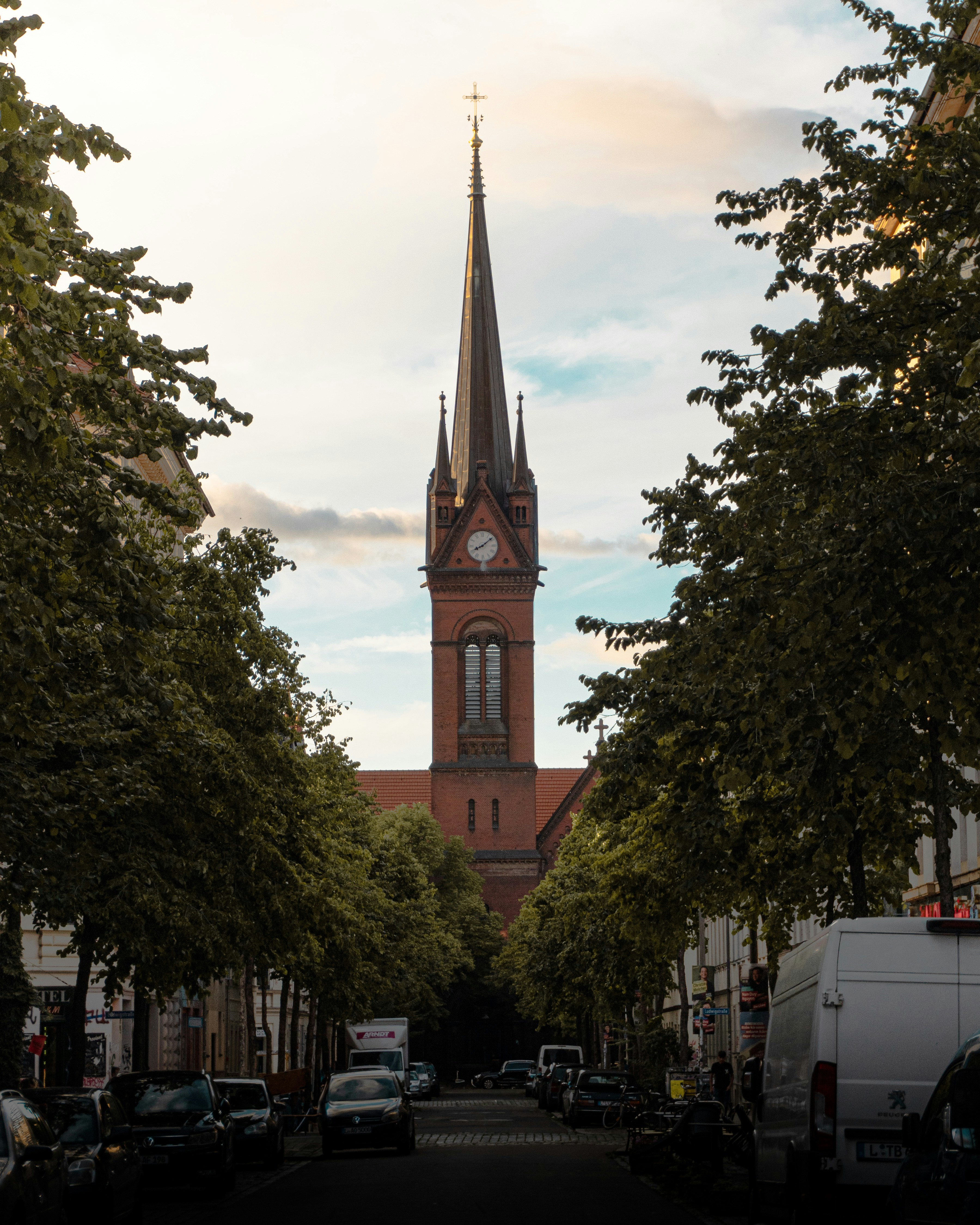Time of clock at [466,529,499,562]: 8:08
